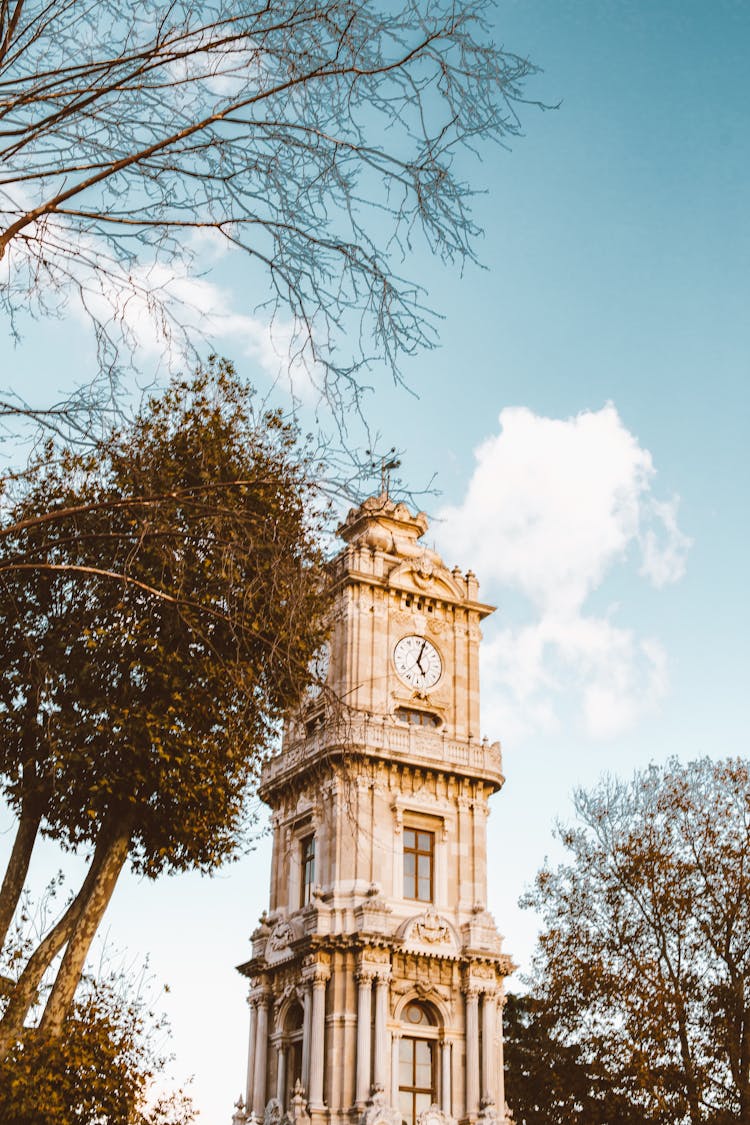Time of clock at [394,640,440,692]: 5:03
